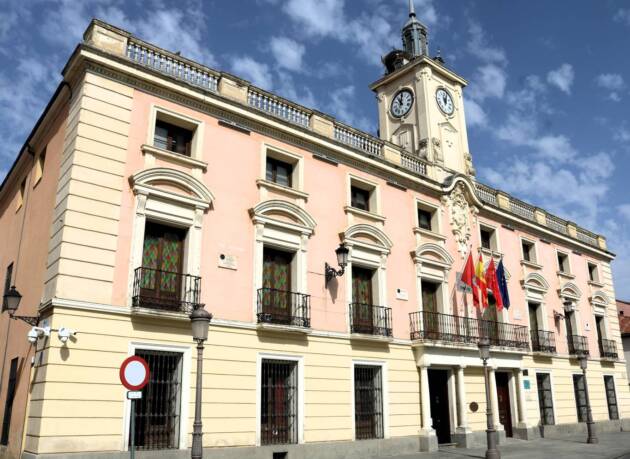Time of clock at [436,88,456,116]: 11:03
